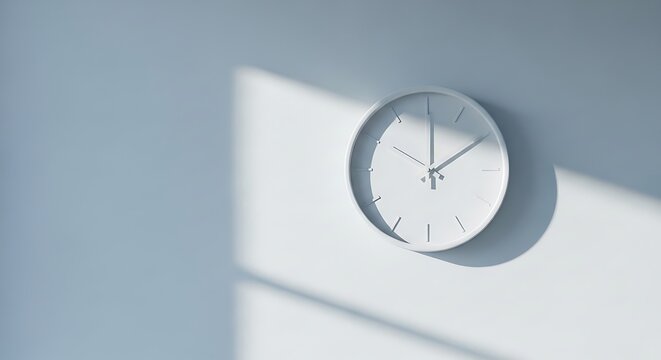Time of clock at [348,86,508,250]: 12:09
